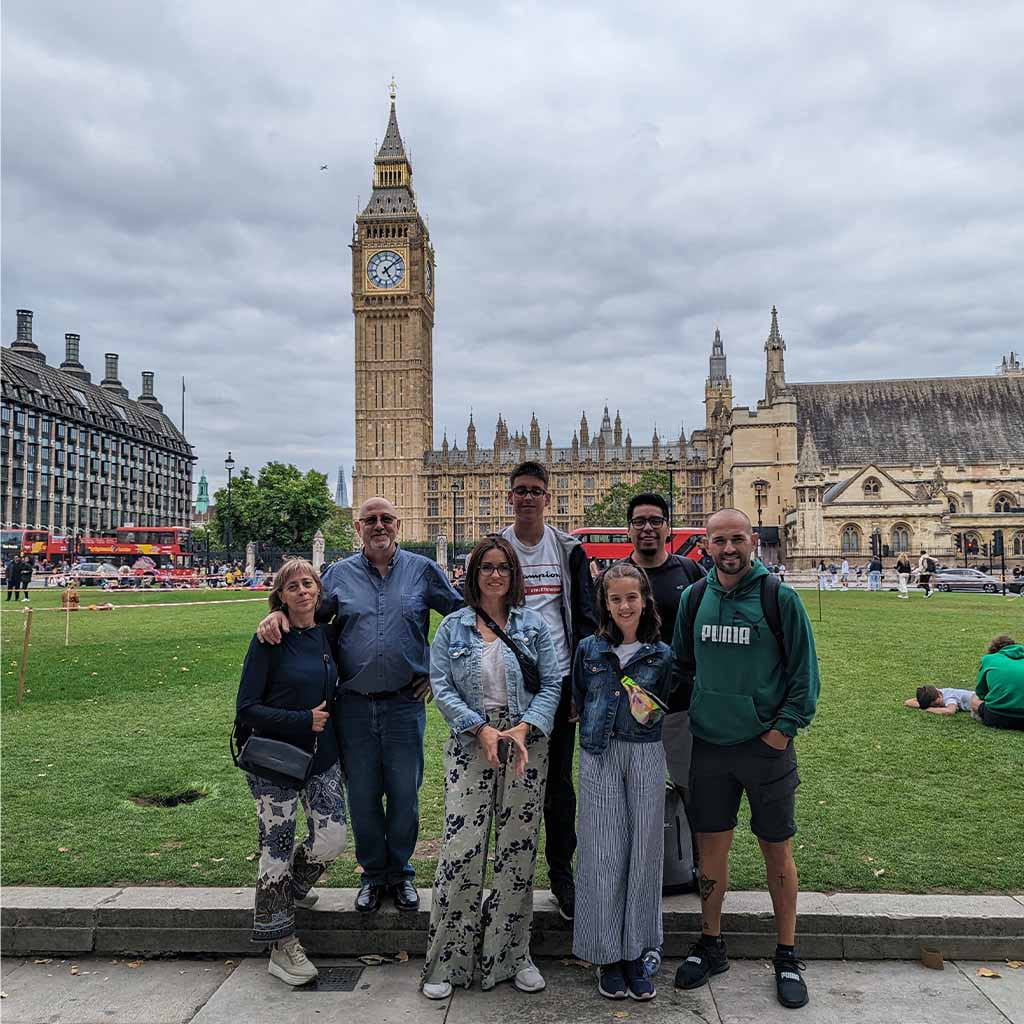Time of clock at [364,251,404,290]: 5:08
